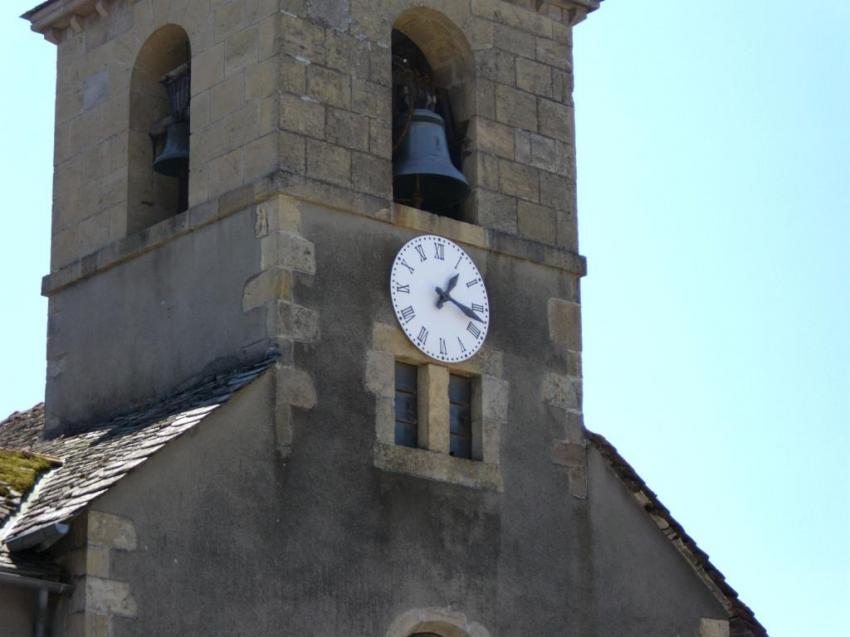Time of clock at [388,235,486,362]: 1:17
